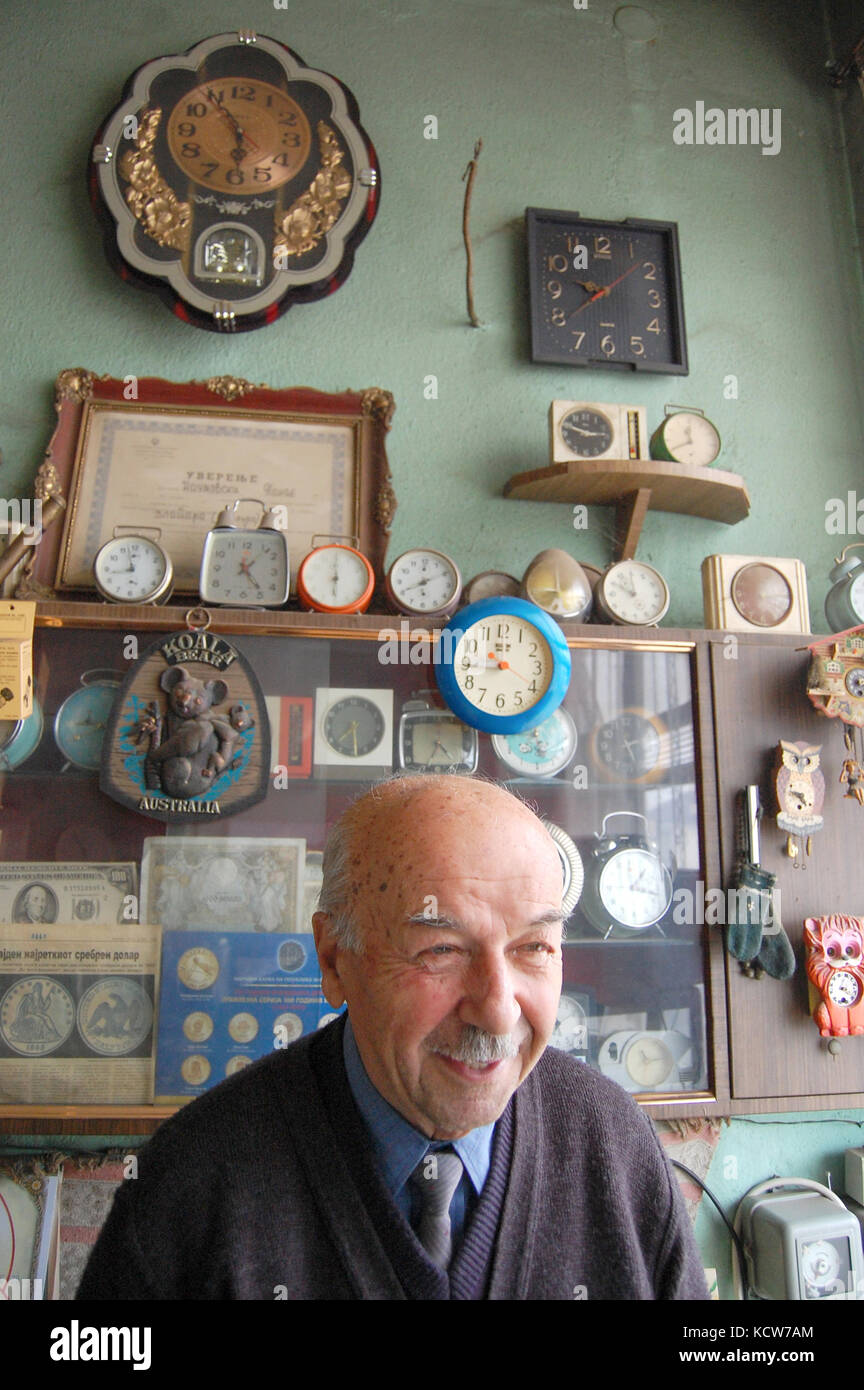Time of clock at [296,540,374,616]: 5:59
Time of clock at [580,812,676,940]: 1:18
